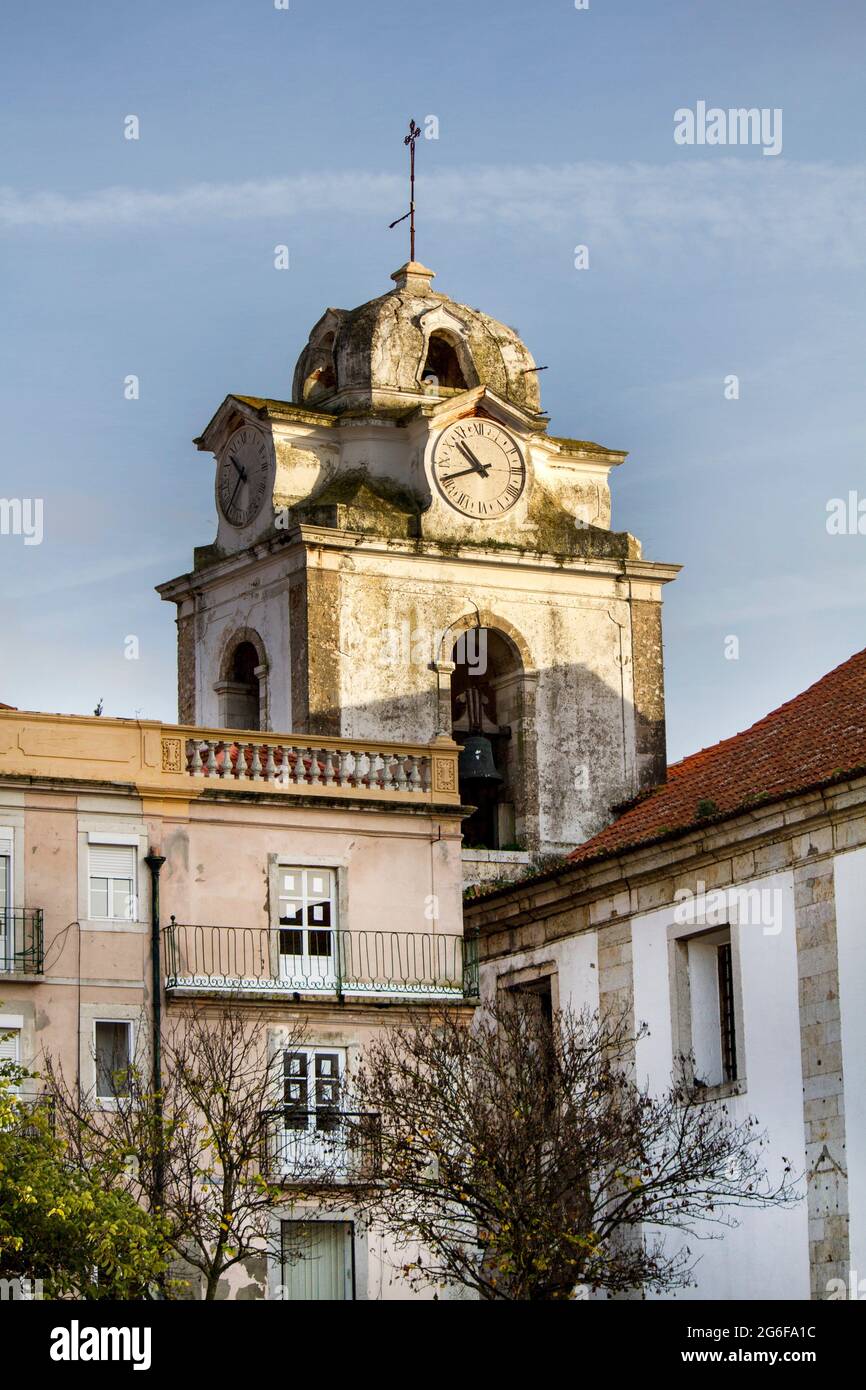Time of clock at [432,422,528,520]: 10:41
